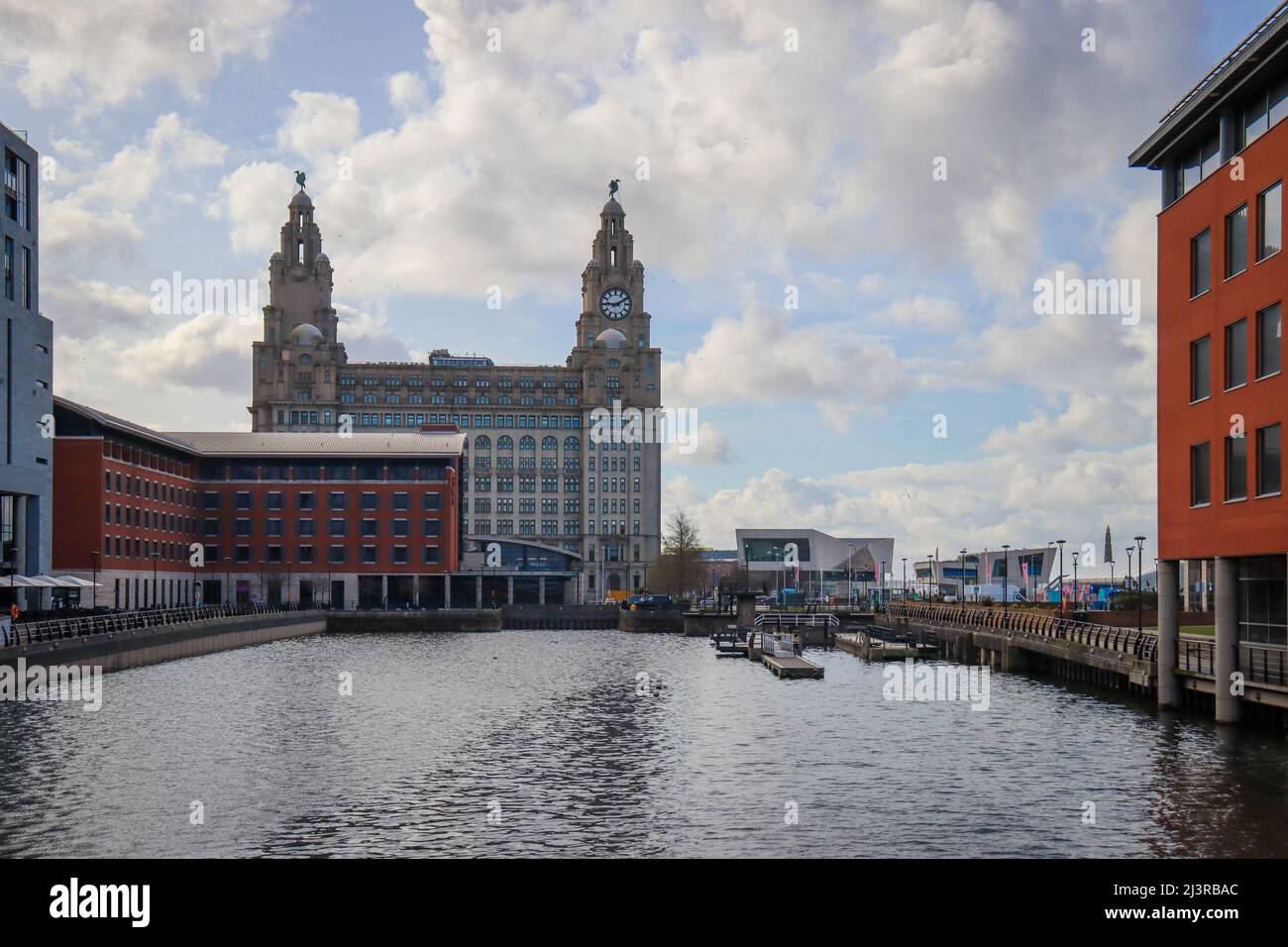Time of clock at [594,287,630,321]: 9:10
